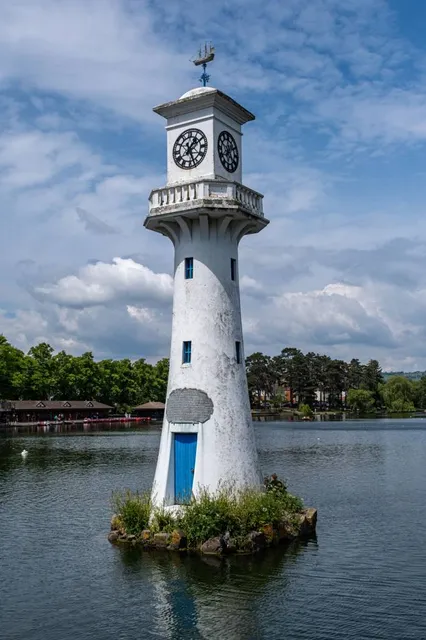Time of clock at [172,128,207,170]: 1:26
